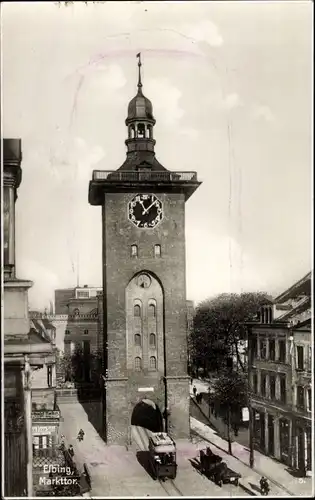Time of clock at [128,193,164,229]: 11:07
